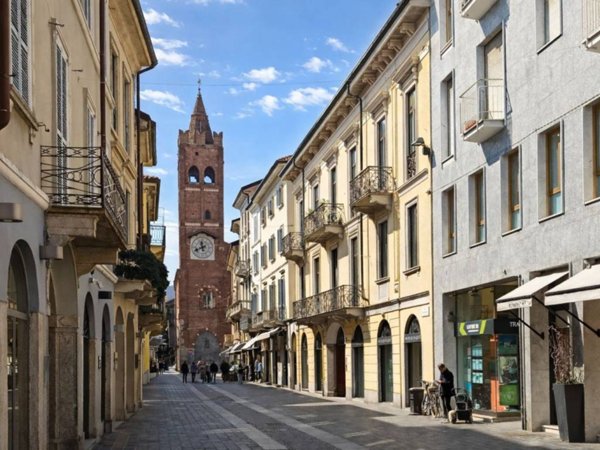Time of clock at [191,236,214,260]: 11:40
